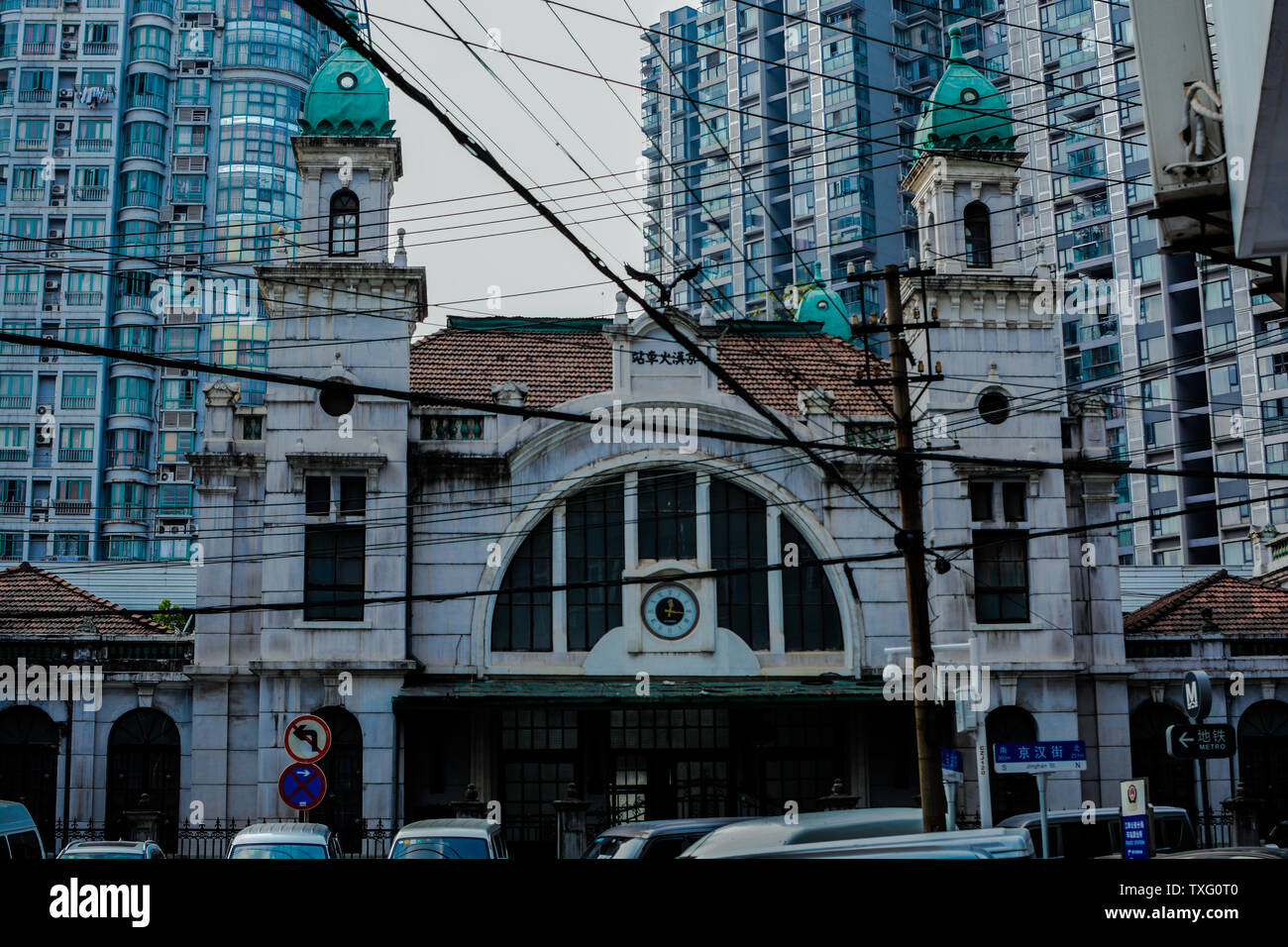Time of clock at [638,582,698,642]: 12:16
